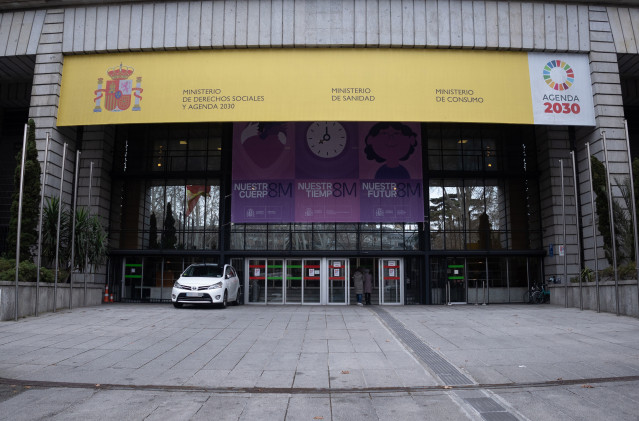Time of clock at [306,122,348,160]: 8:00
